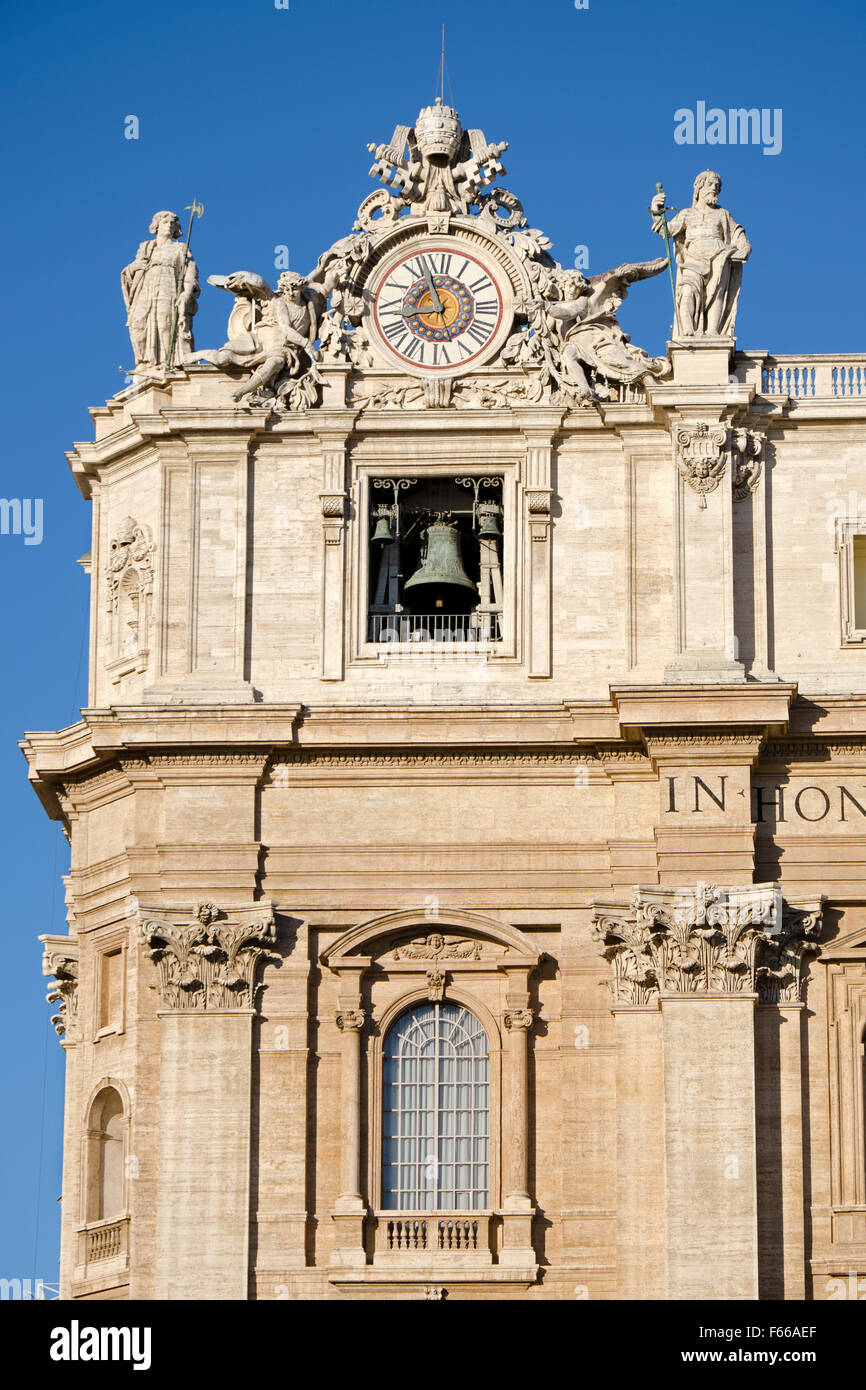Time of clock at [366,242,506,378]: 8:57
